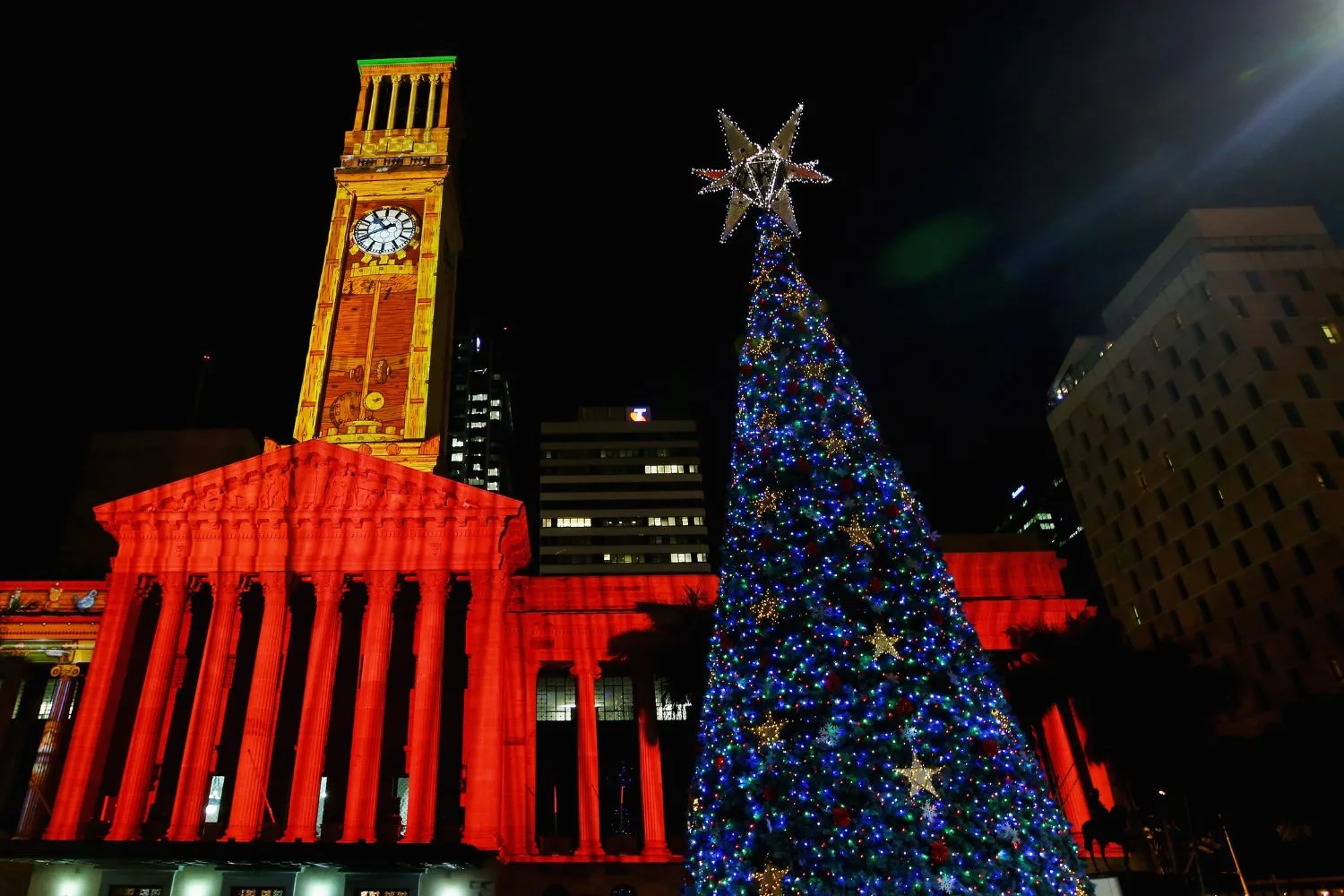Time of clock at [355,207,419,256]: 10:40
